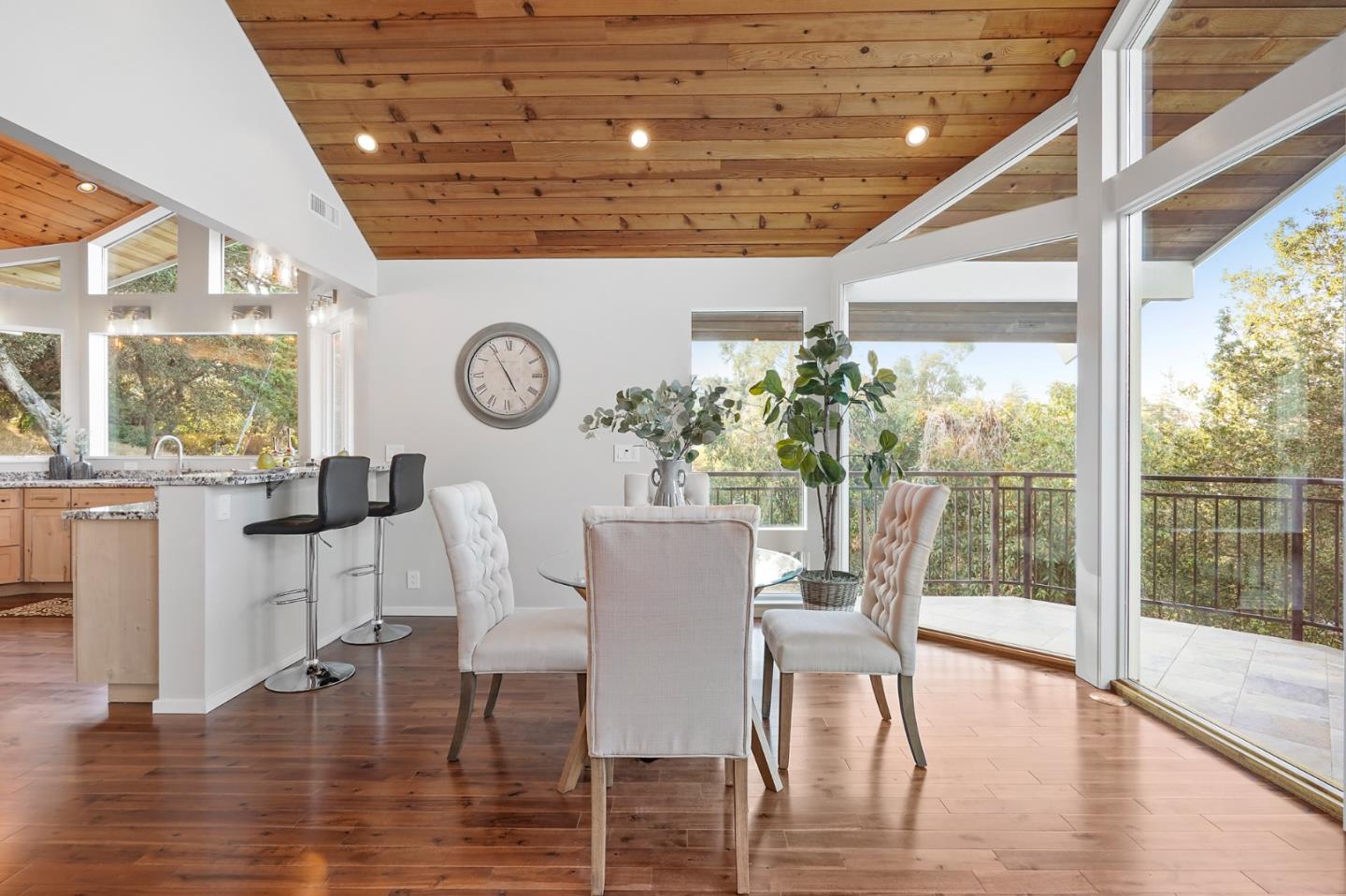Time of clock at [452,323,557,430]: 4:54
